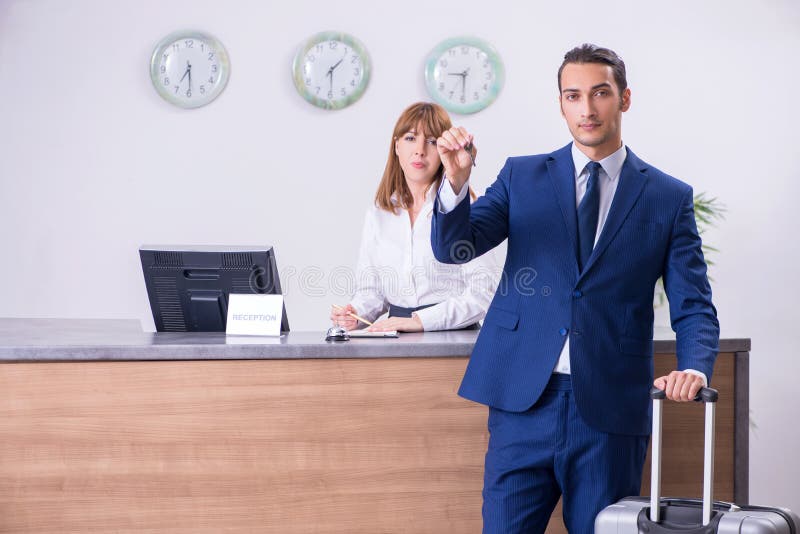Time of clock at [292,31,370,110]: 1:29
